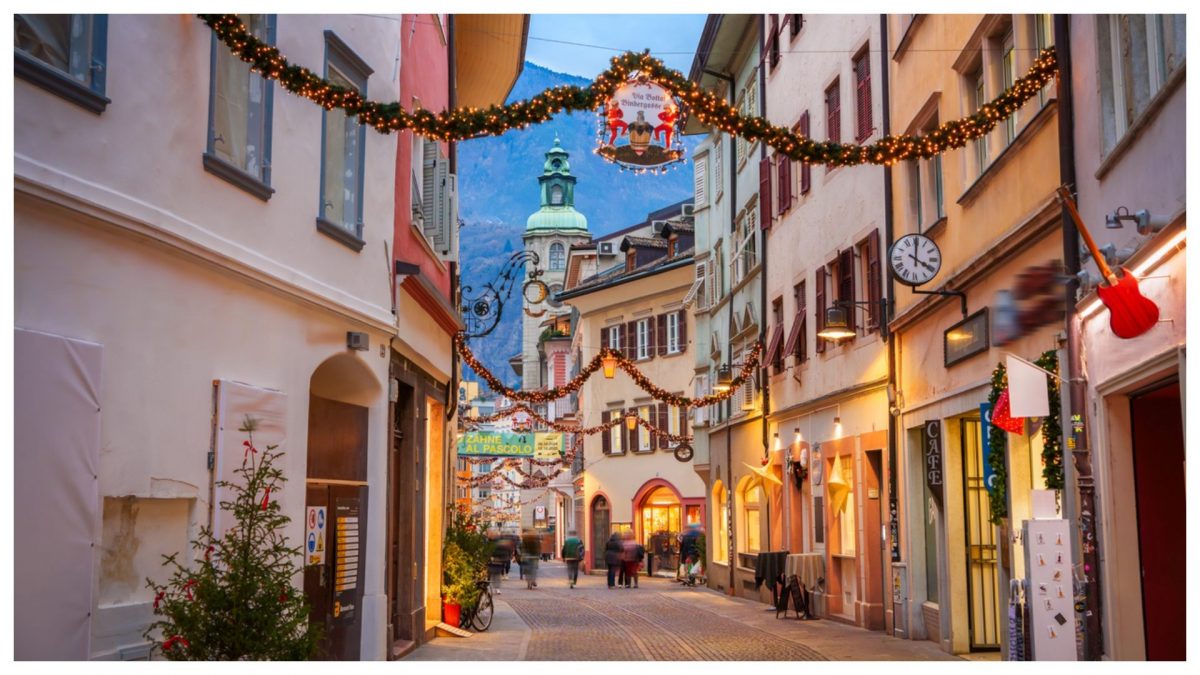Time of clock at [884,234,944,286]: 4:00
